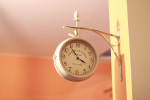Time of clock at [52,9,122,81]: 3:54
